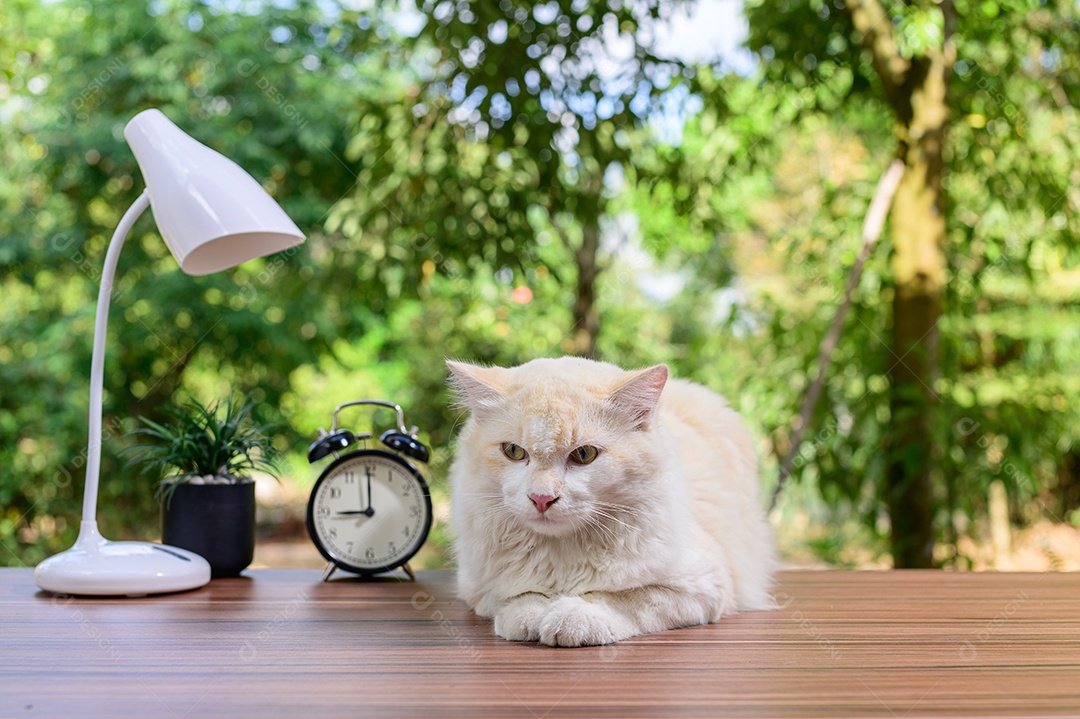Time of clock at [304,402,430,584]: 9:00
